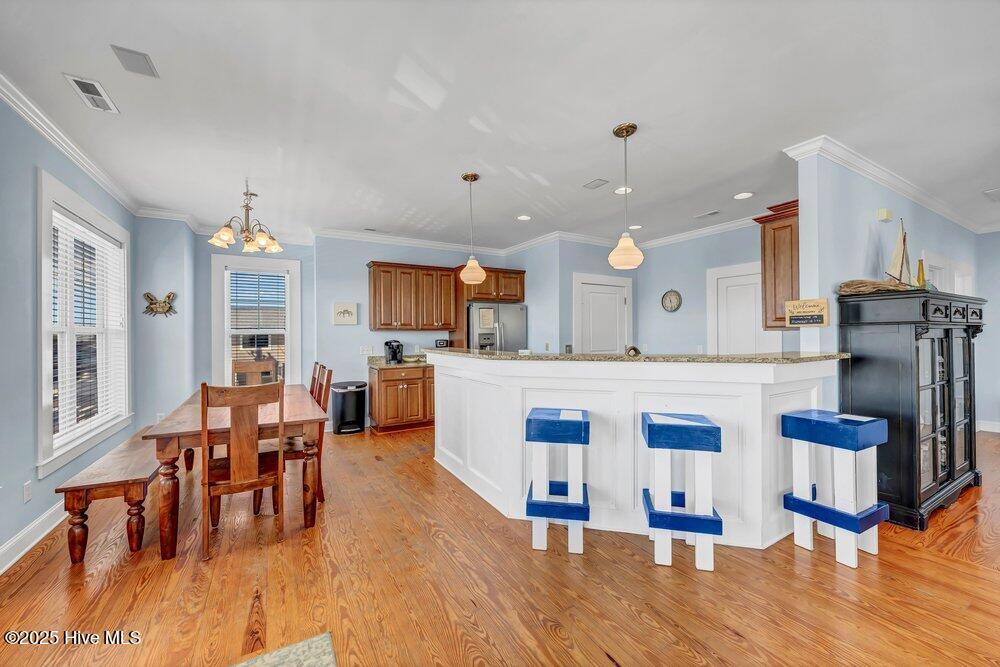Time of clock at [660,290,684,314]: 11:28
